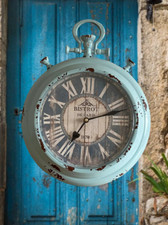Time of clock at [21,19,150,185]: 7:12
